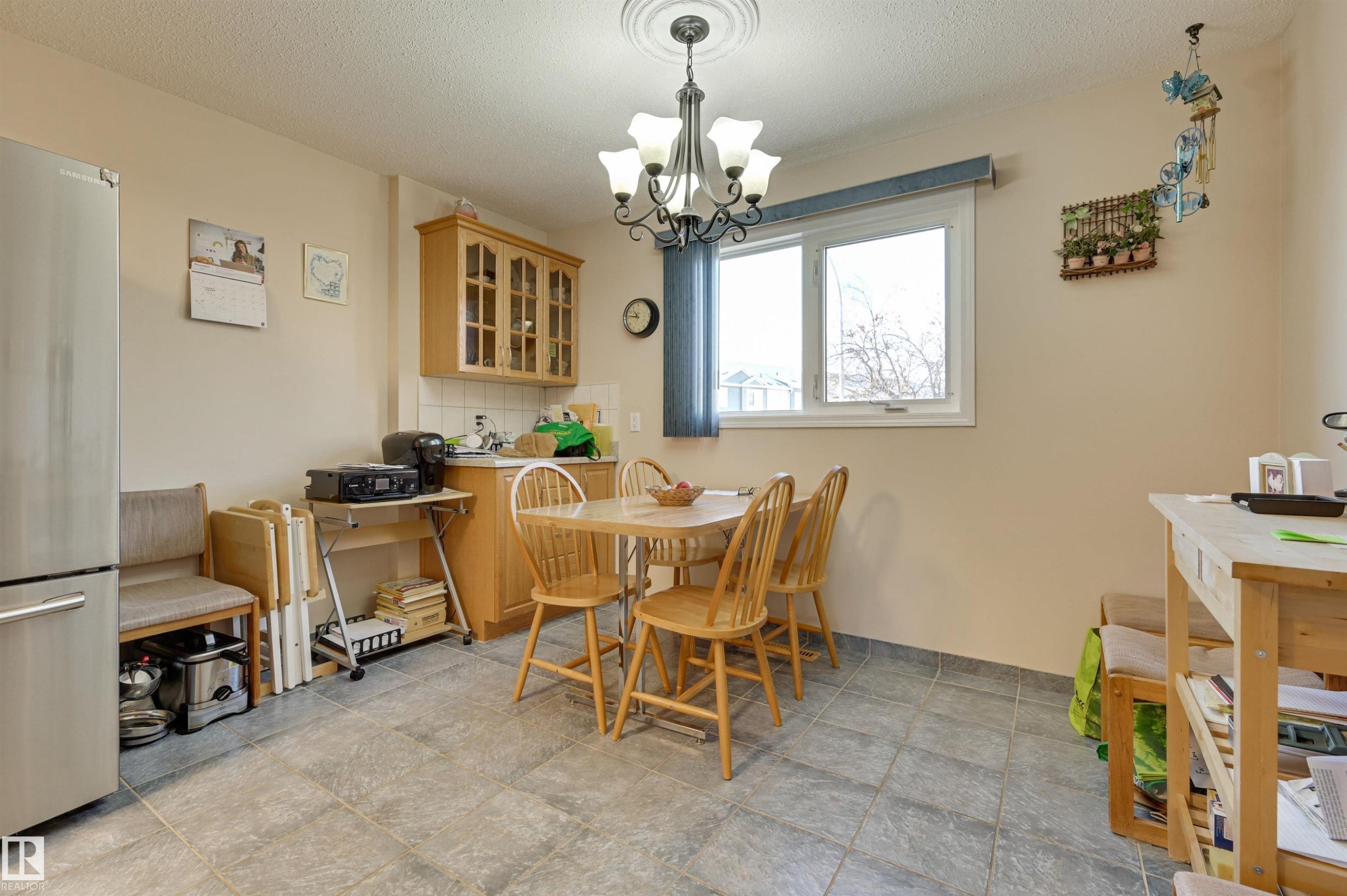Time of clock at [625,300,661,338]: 10:46
